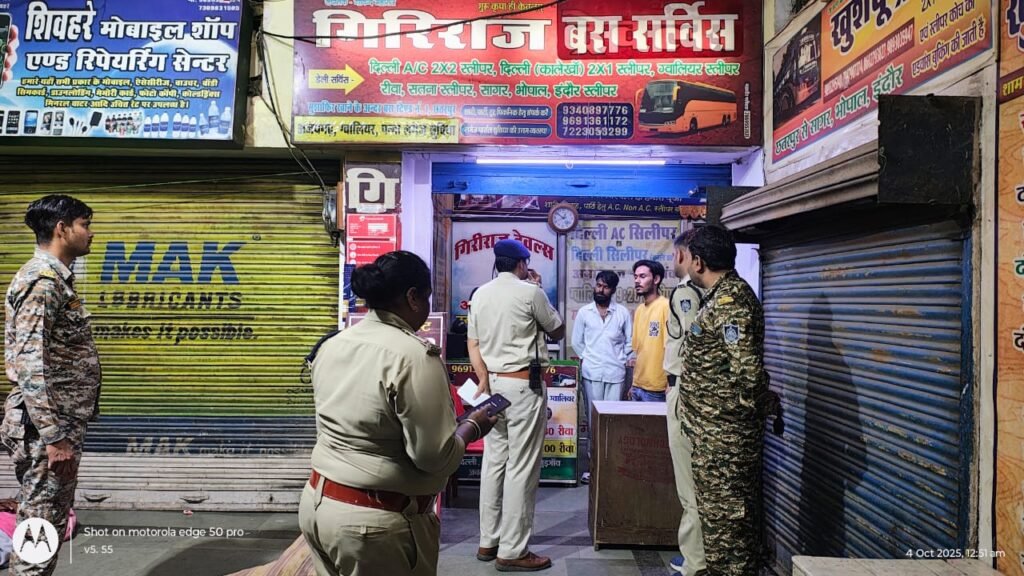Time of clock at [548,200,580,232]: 12:51
